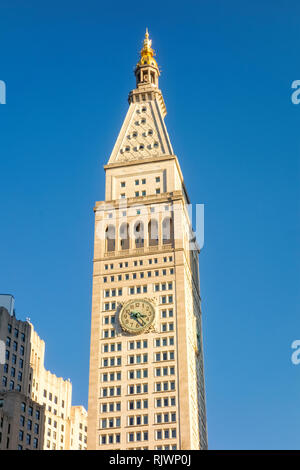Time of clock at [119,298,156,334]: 3:22
